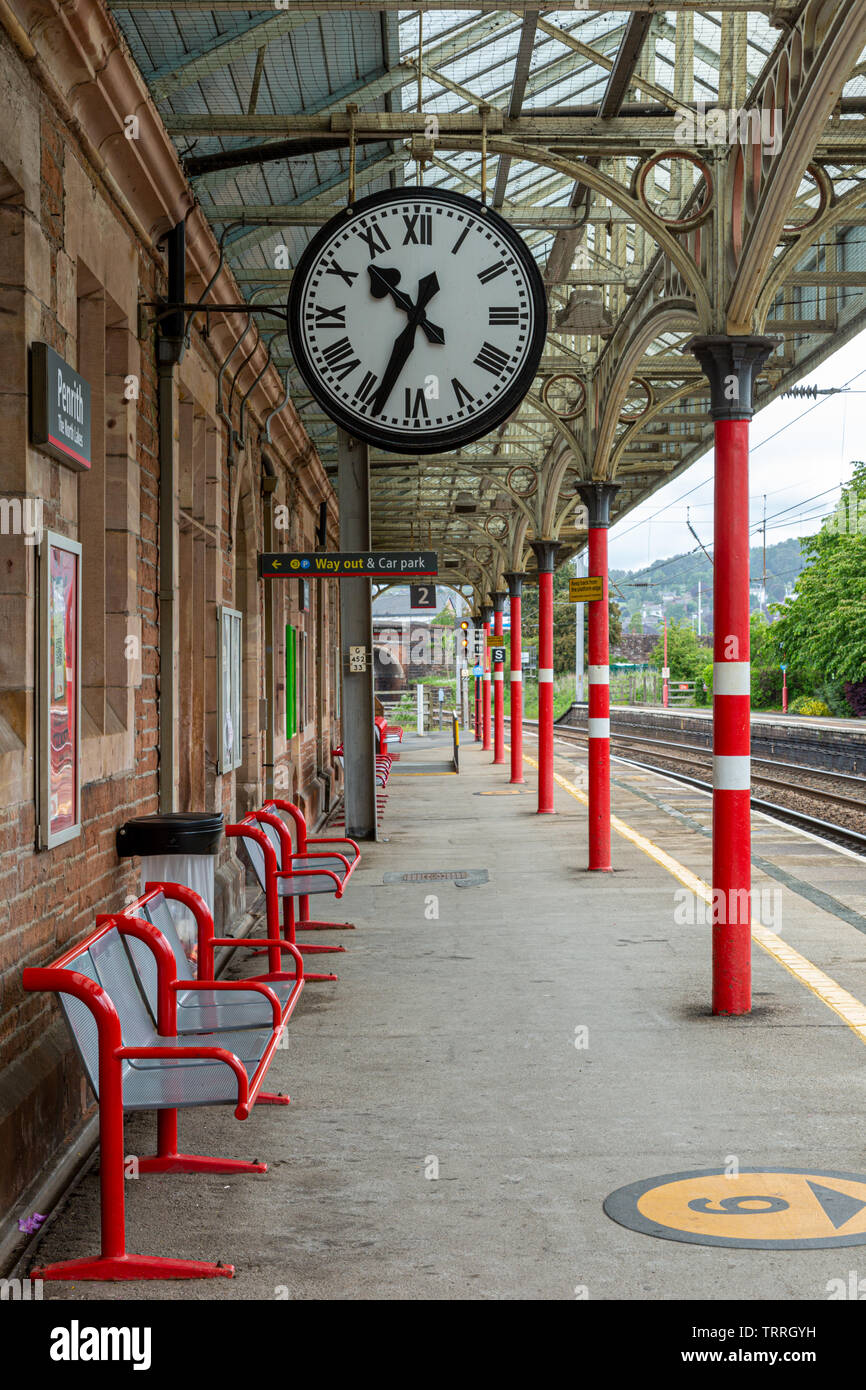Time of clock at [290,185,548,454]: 10:34
